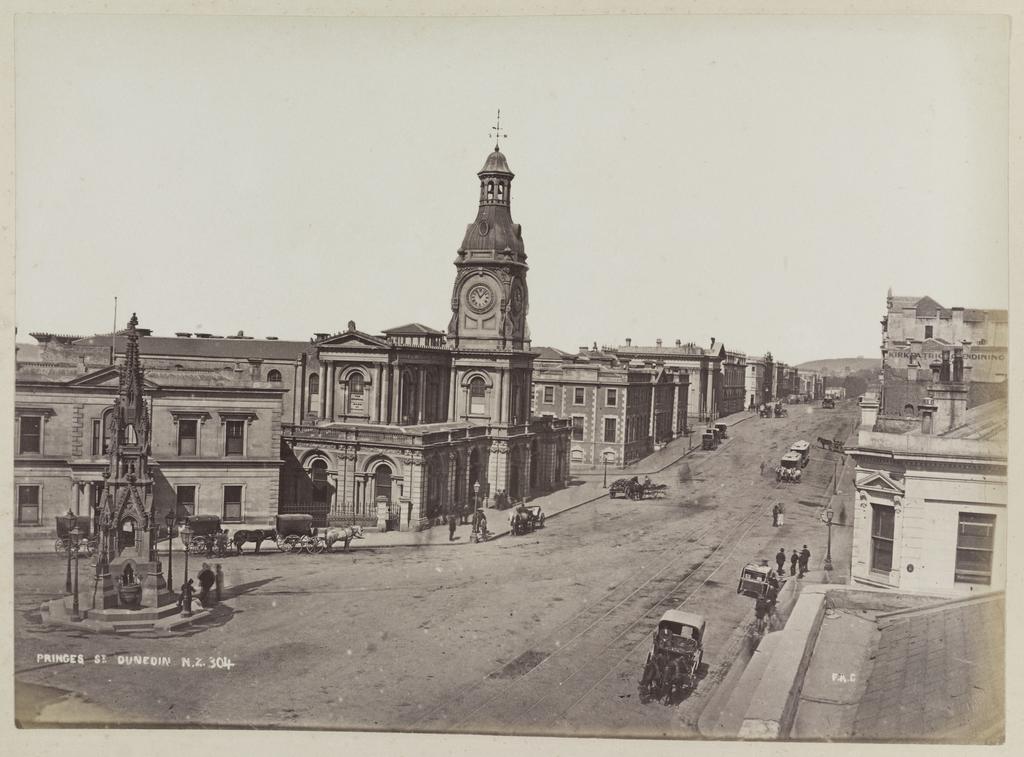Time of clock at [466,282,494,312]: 11:07
